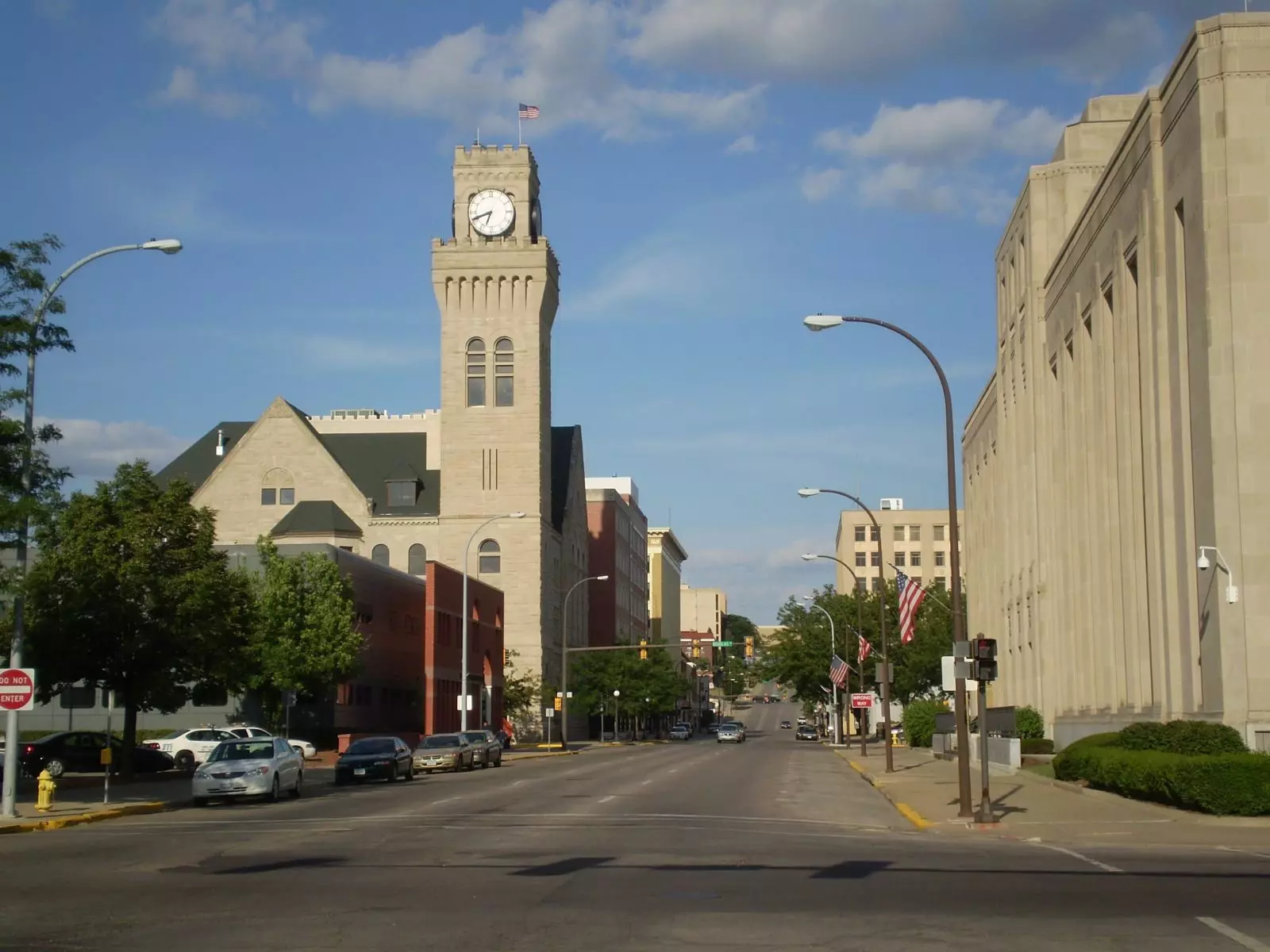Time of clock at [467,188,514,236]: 6:41
